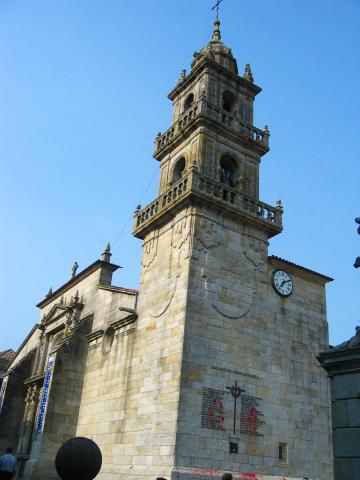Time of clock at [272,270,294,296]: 7:10
